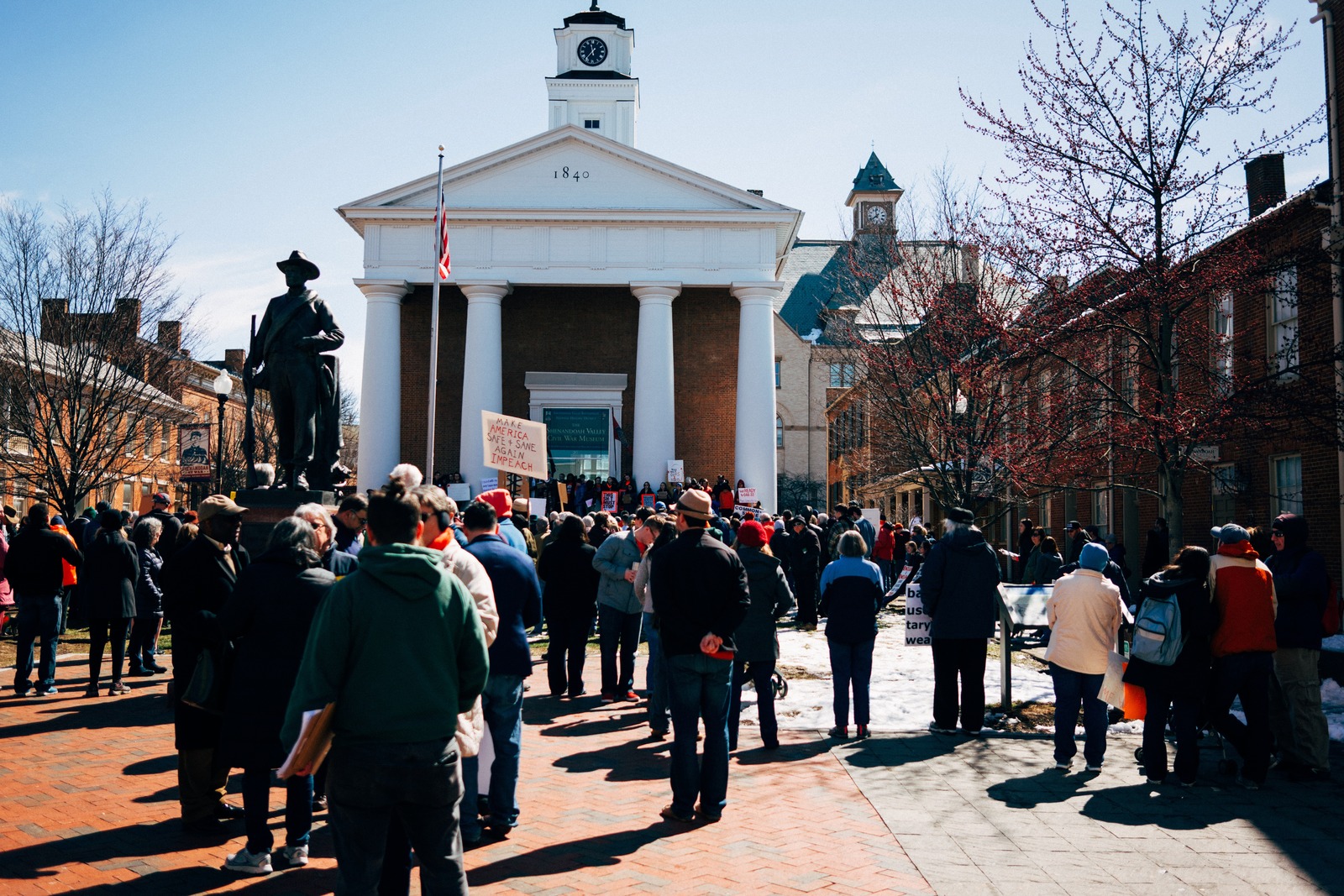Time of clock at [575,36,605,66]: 11:36
